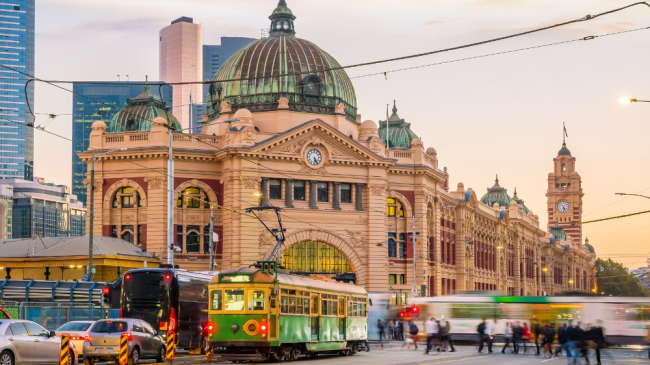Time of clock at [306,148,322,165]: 5:24
